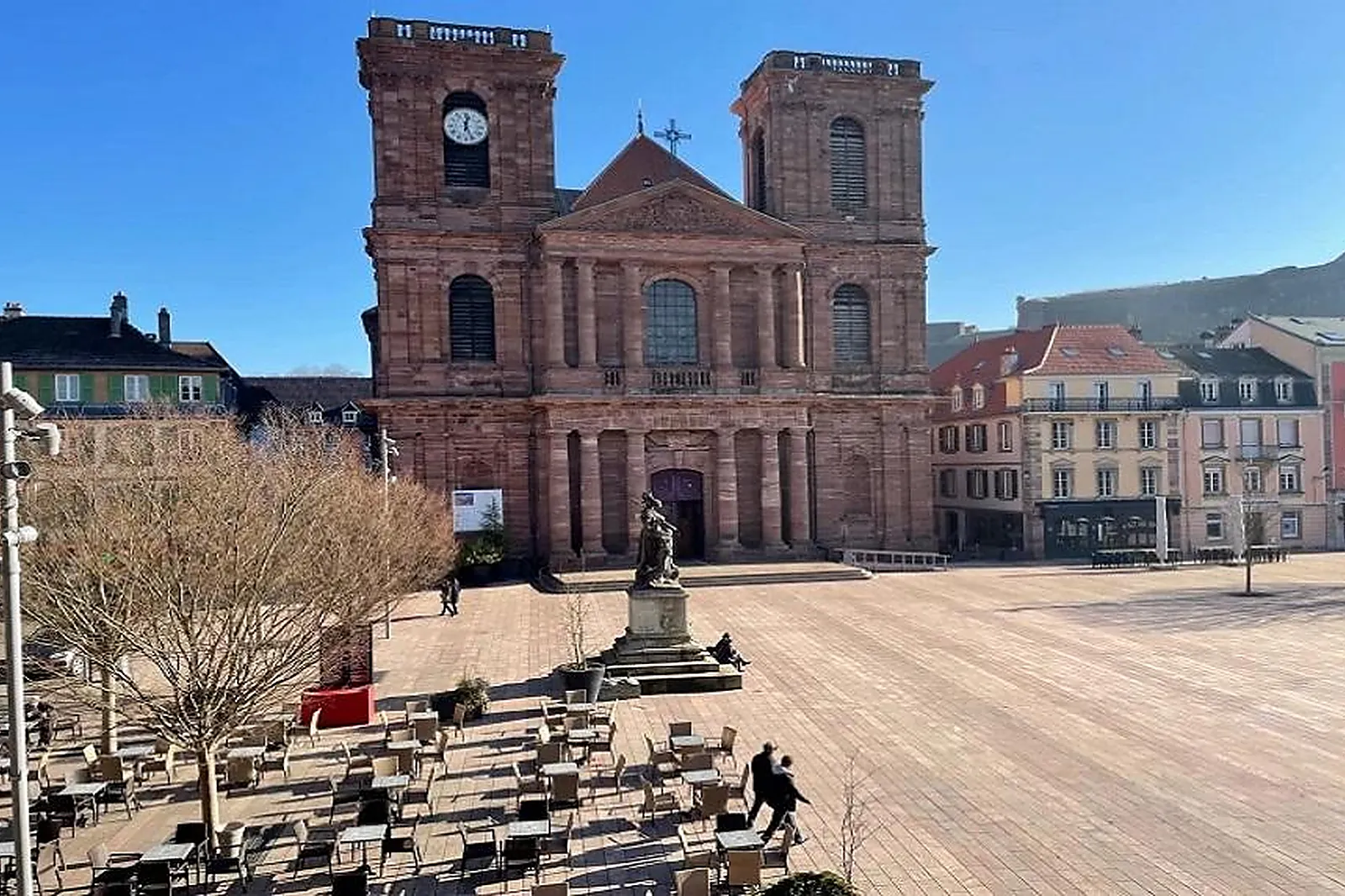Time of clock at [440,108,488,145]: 12:26
